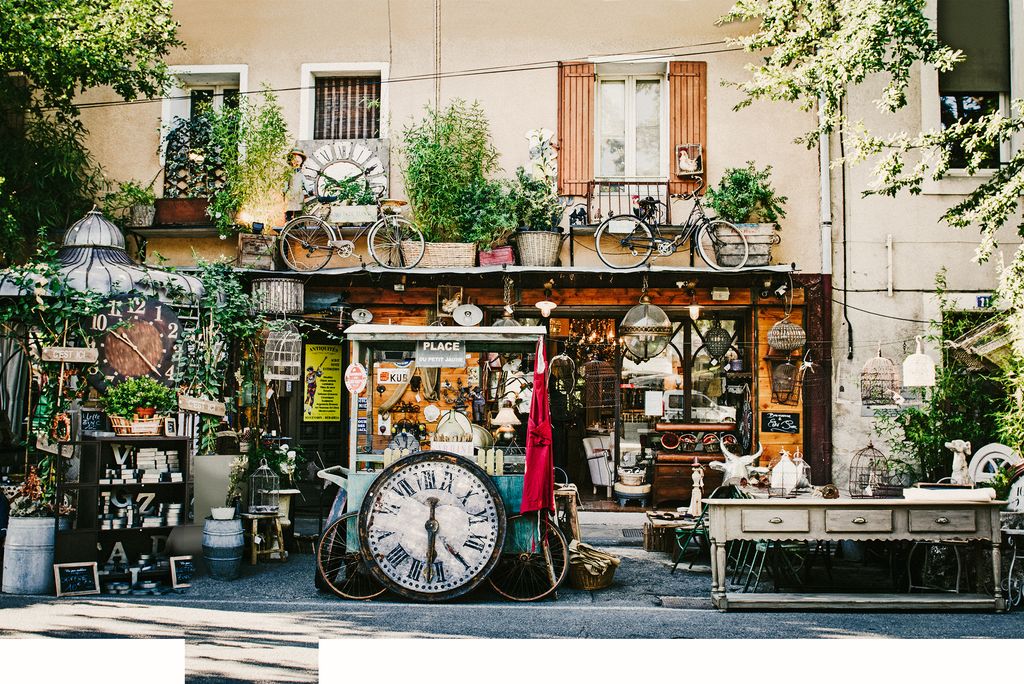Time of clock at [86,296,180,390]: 10:22
